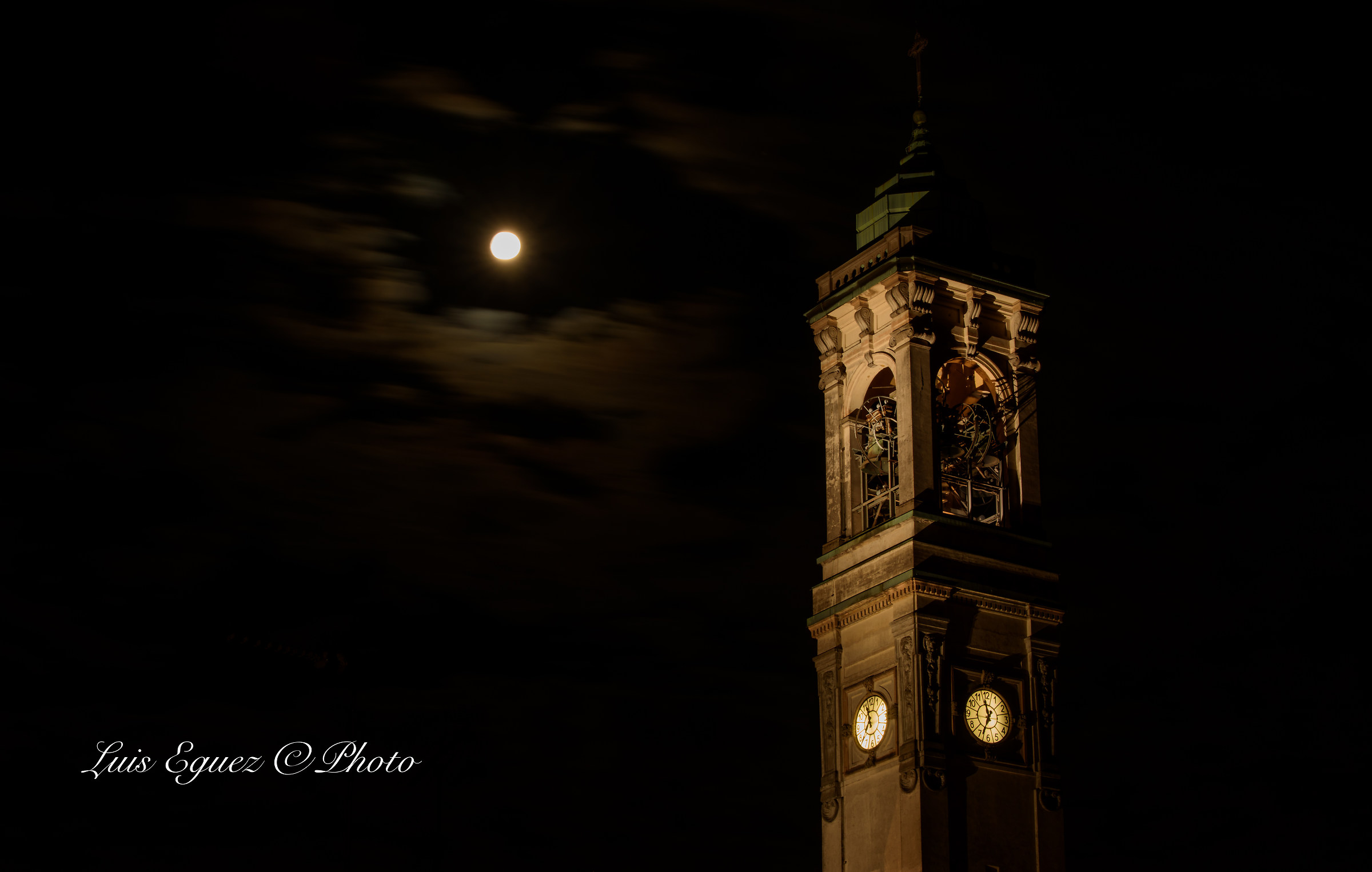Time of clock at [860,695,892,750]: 11:37
